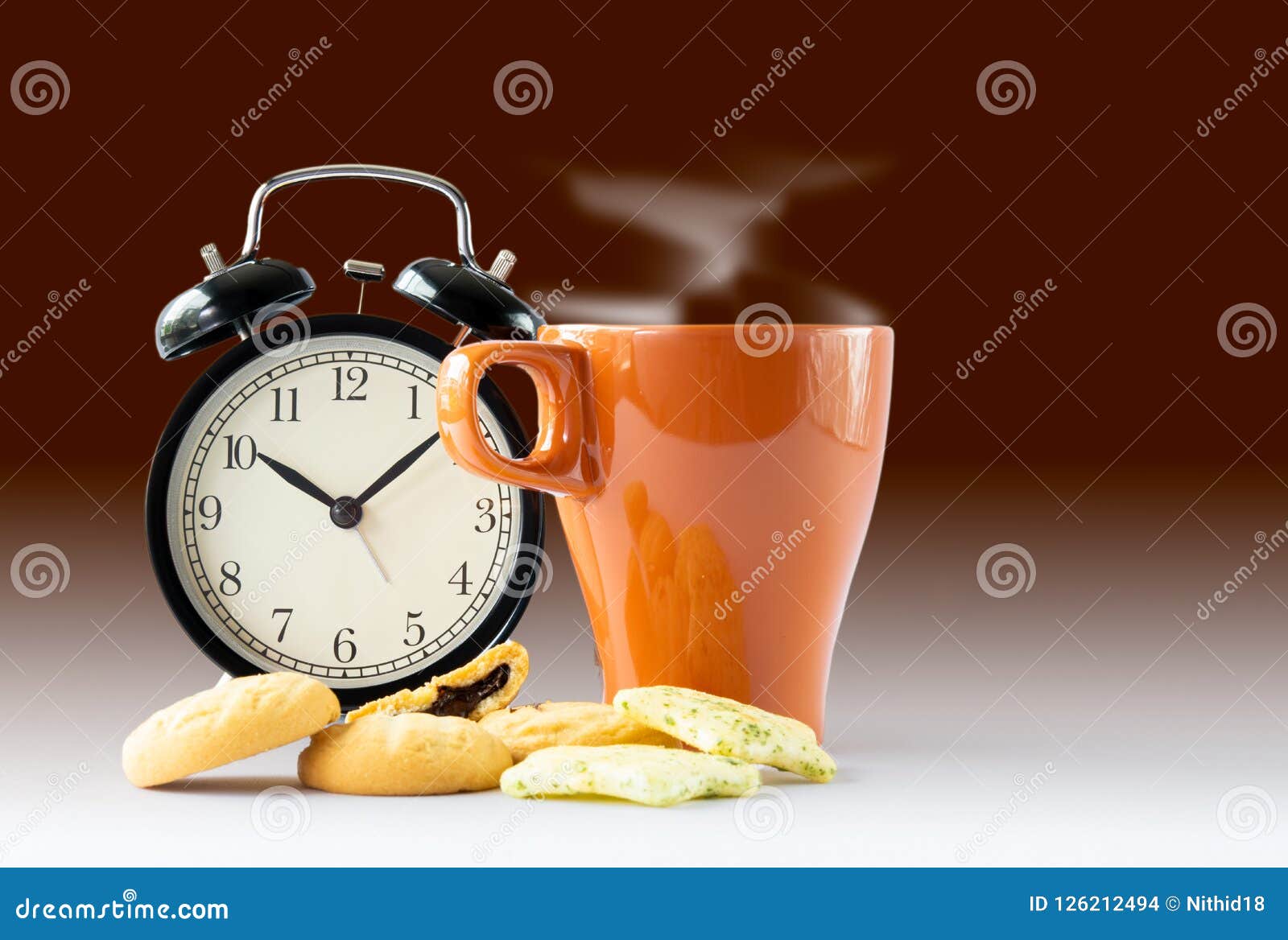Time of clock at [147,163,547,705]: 10:08
